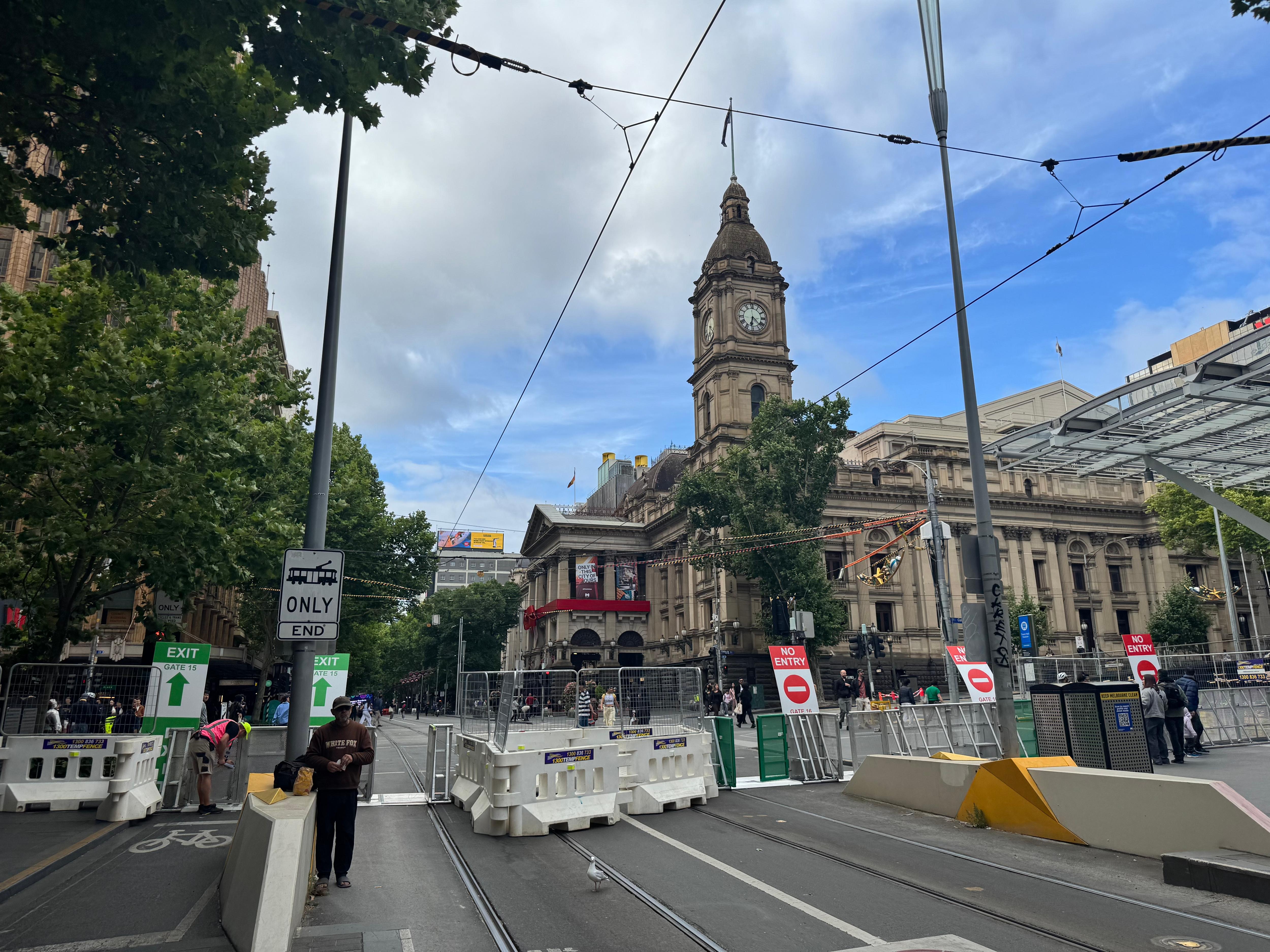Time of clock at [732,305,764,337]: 6:21
